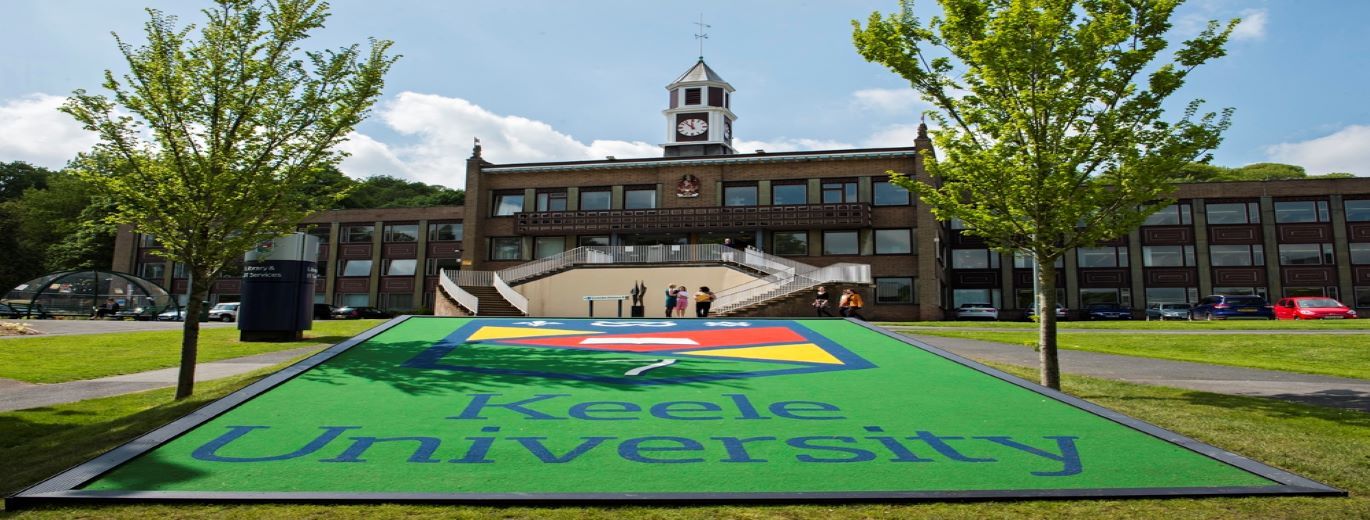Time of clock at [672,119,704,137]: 11:52
